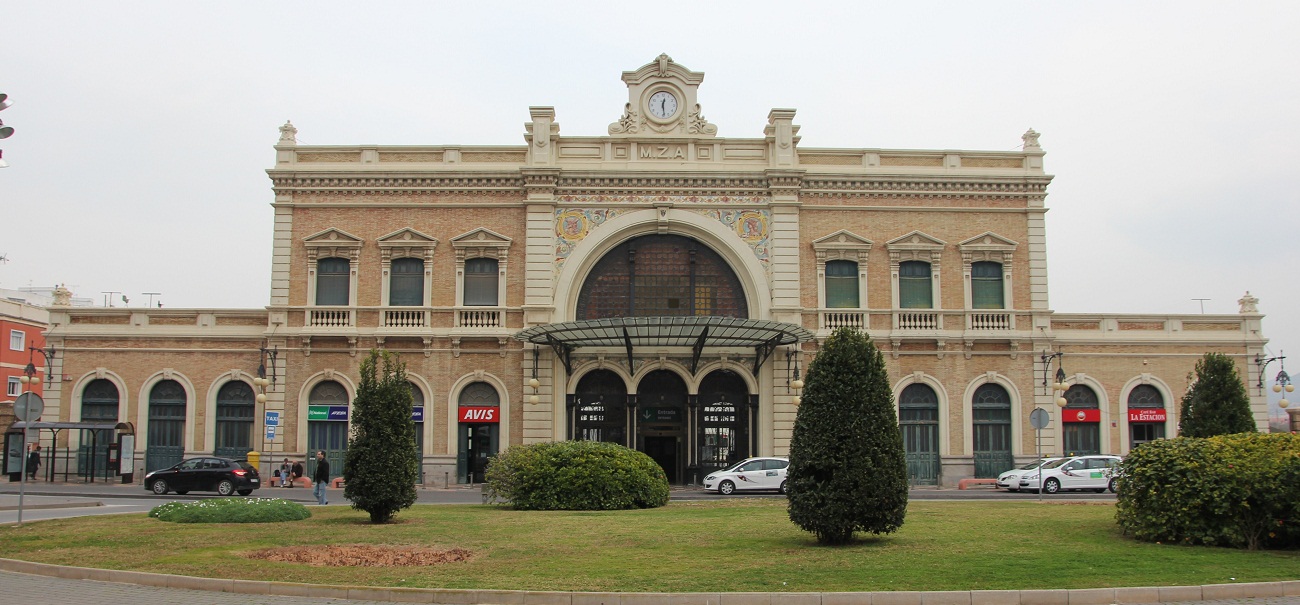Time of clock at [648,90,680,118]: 12:28
